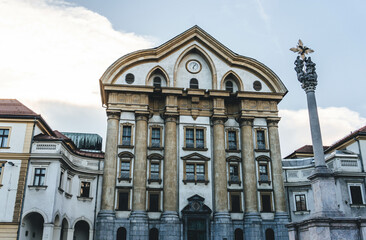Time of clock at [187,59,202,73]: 6:06
